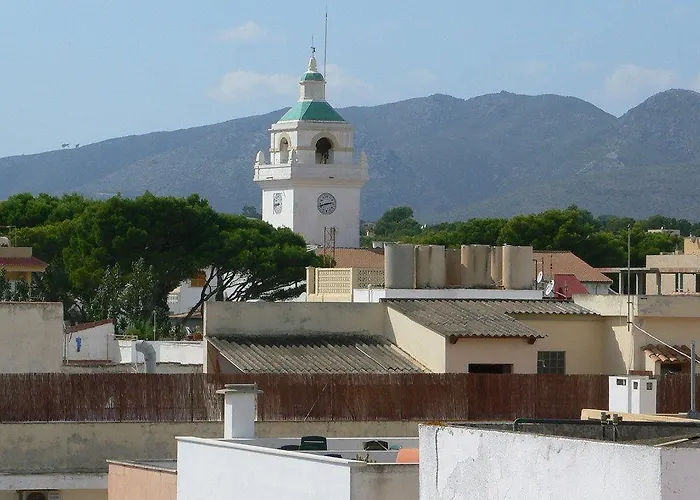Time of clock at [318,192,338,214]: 2:42
